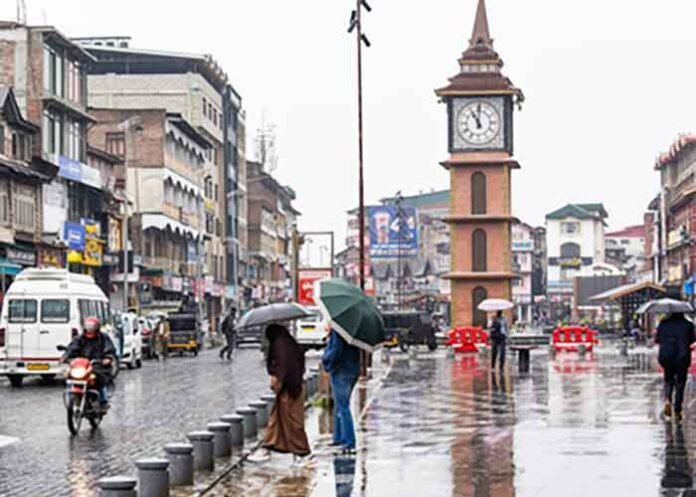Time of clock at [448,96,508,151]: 11:00
